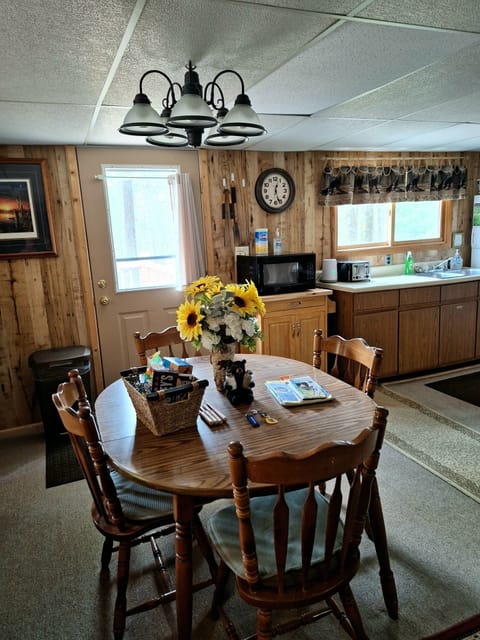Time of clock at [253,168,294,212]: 12:26
